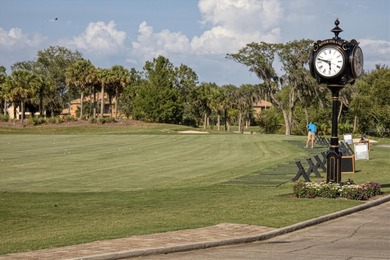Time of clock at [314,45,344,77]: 5:47
